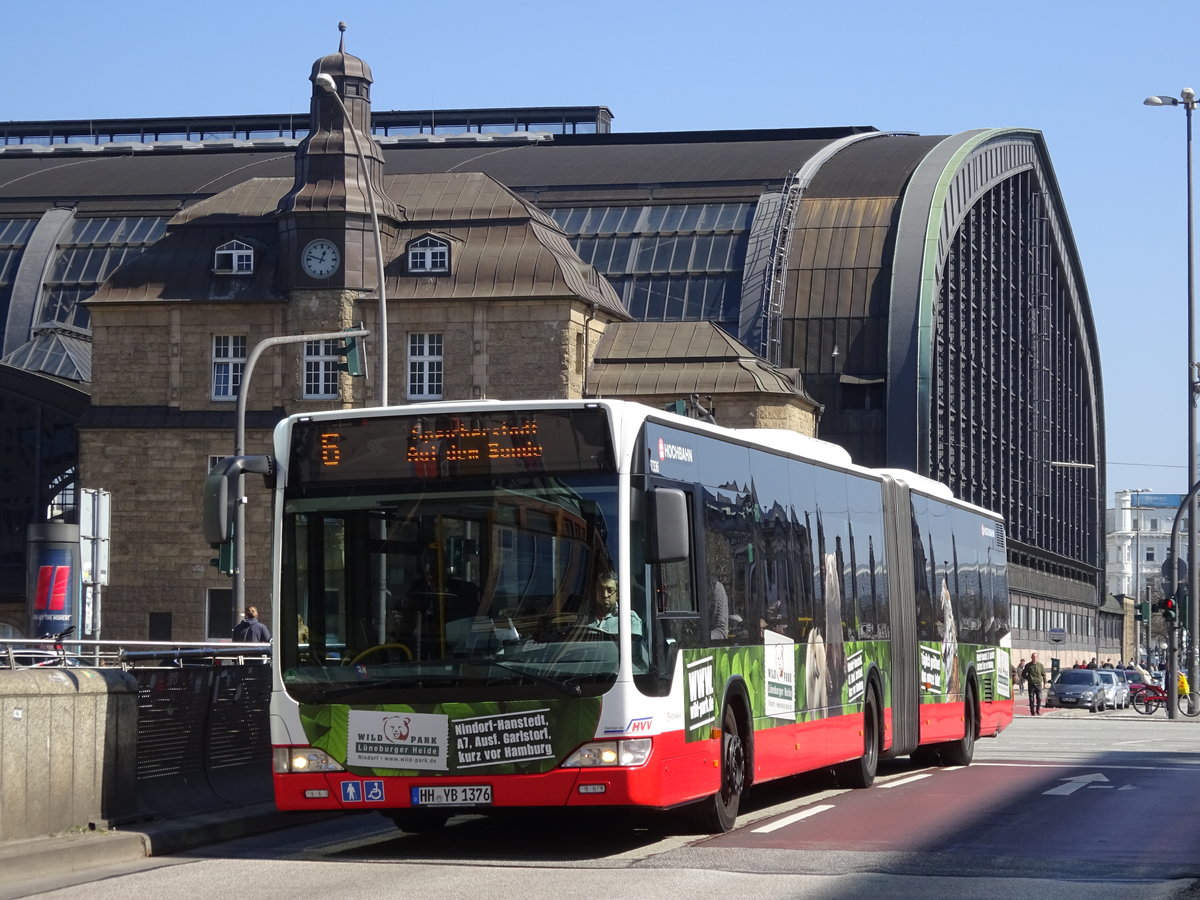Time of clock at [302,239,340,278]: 12:47
